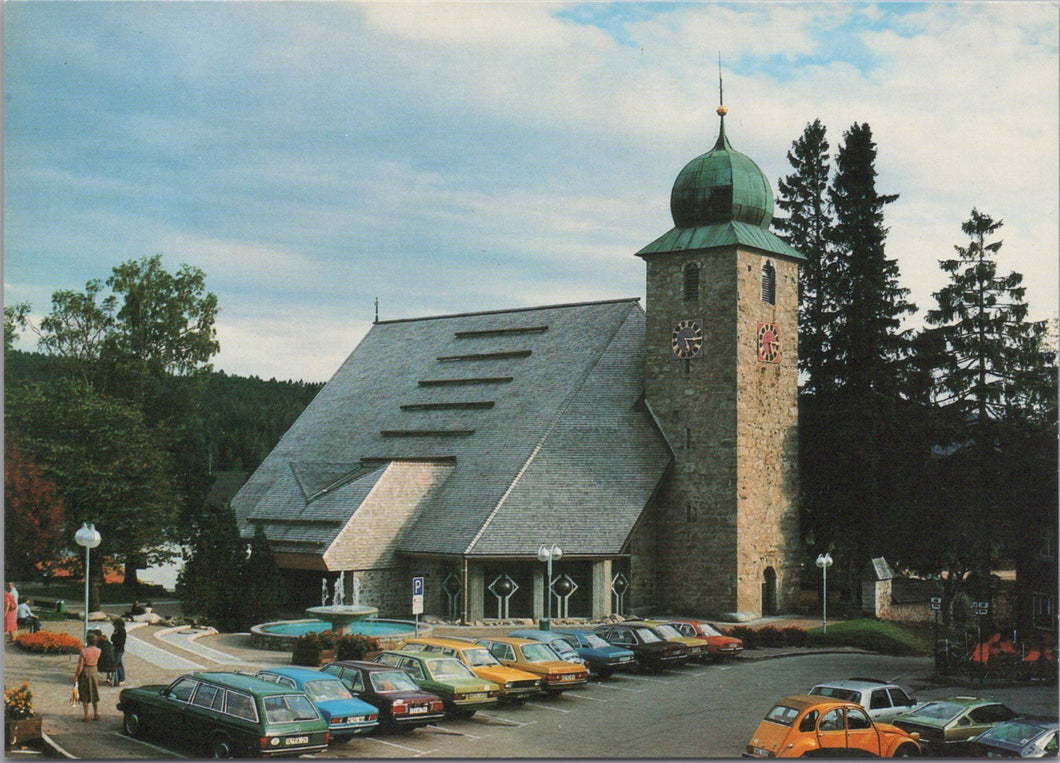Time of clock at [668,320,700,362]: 5:14
